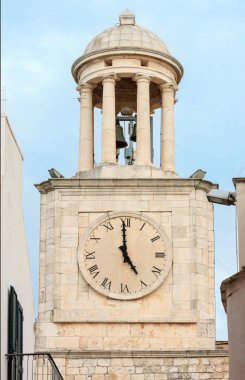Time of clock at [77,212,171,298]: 4:59
